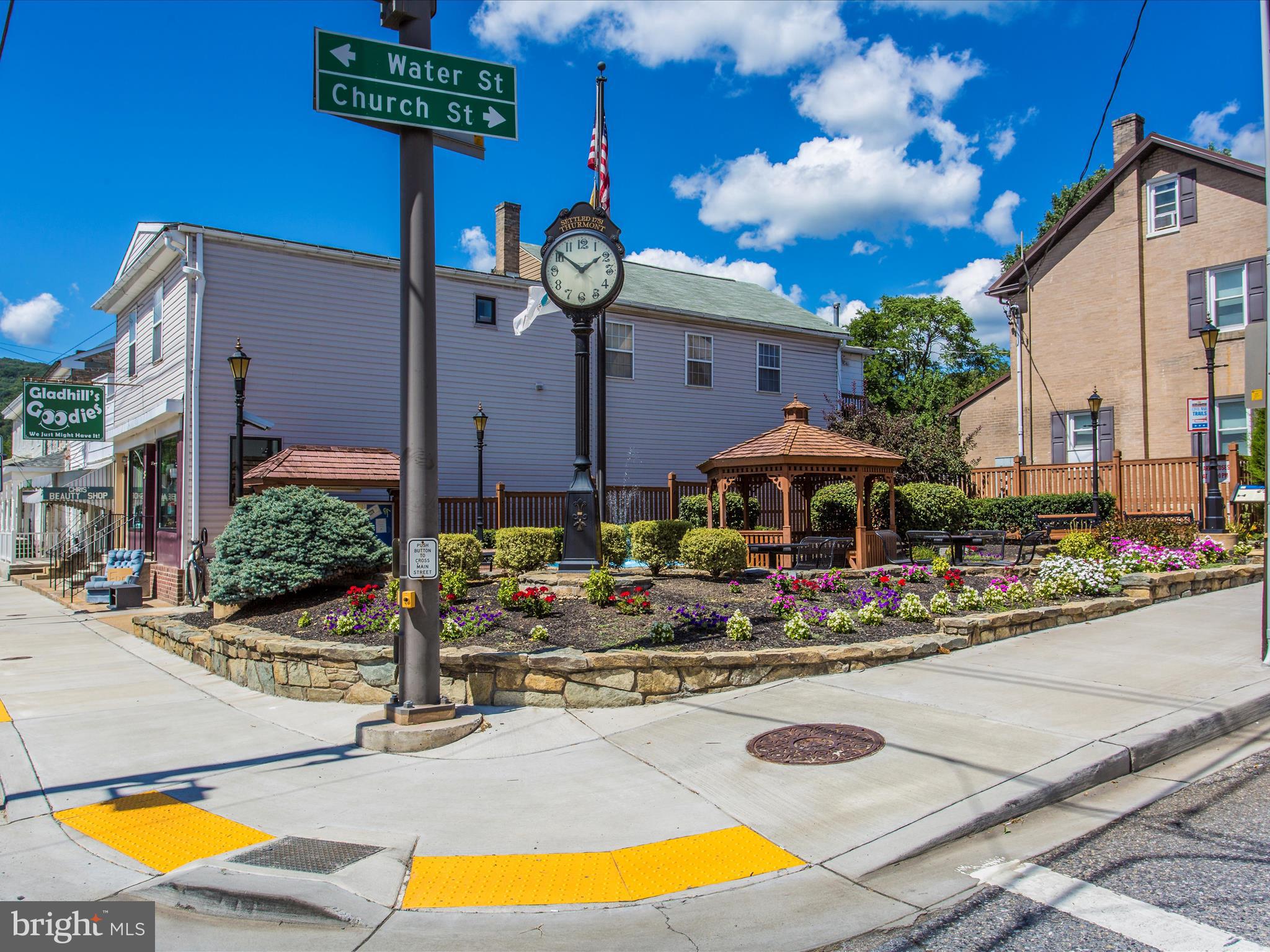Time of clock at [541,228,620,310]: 1:51
